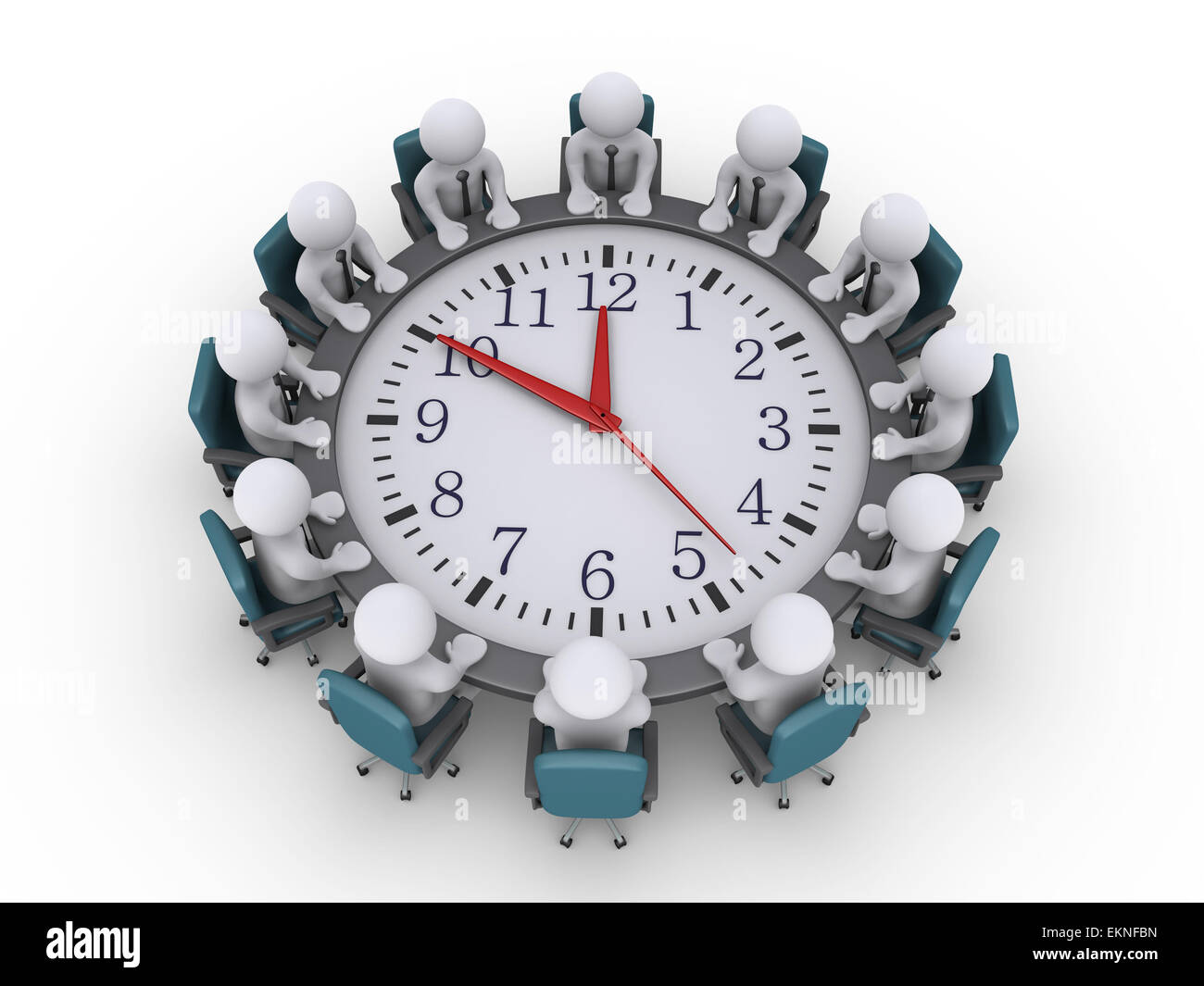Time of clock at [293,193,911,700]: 11:50
